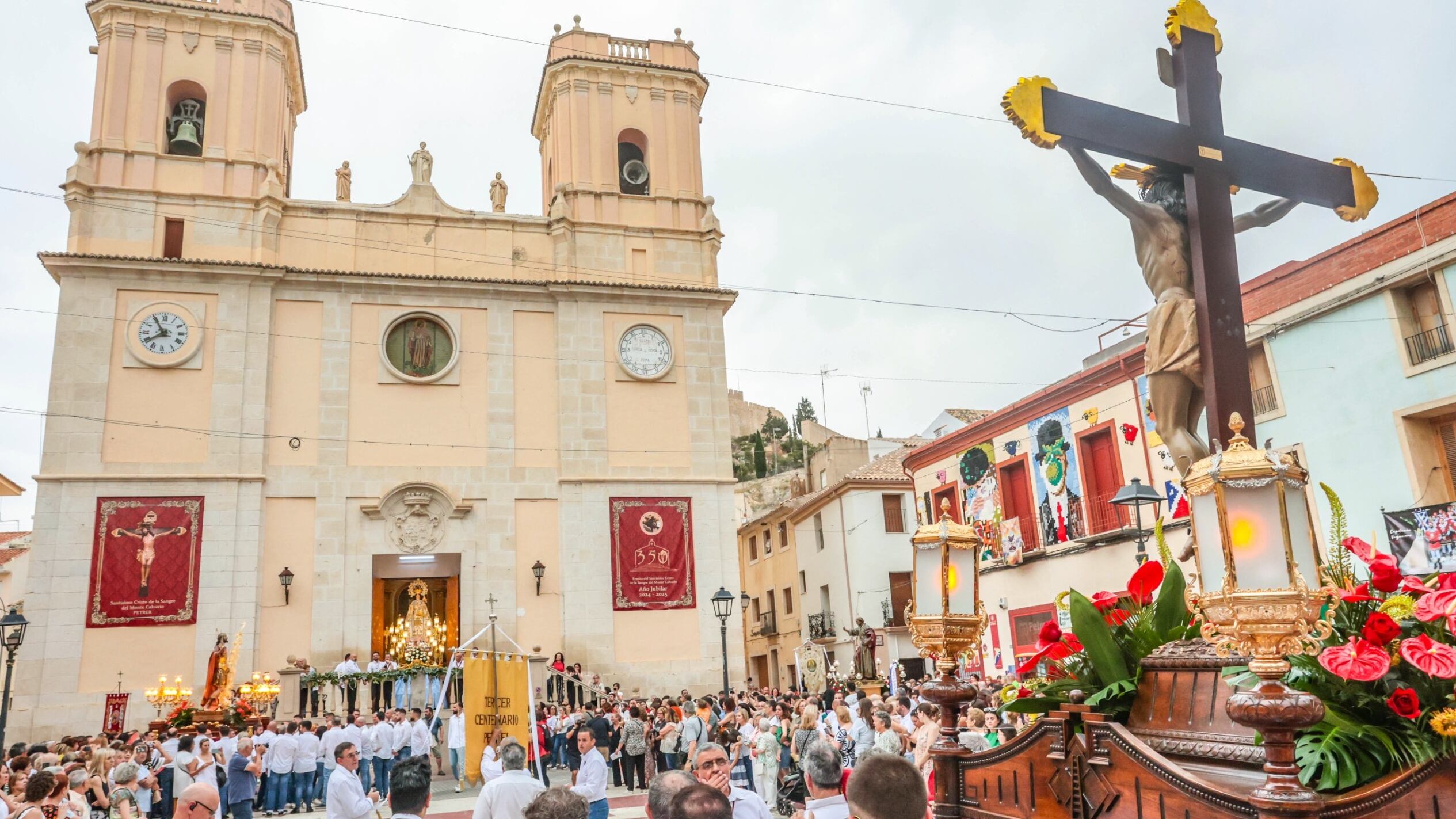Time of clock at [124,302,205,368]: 7:54
